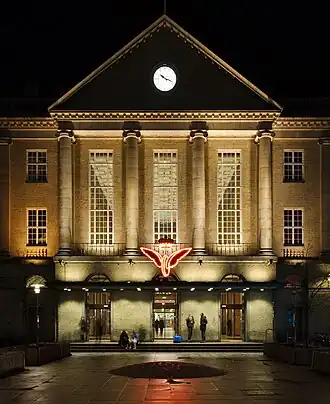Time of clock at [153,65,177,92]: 10:18
